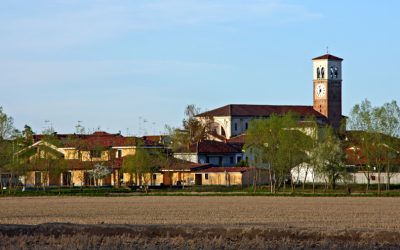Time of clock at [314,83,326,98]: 11:35
